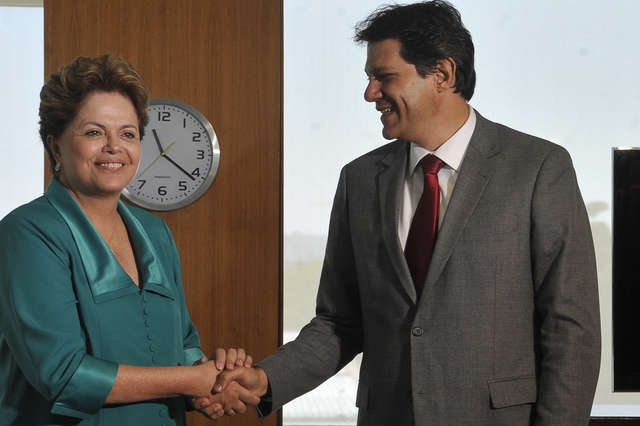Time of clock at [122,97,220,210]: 11:21
